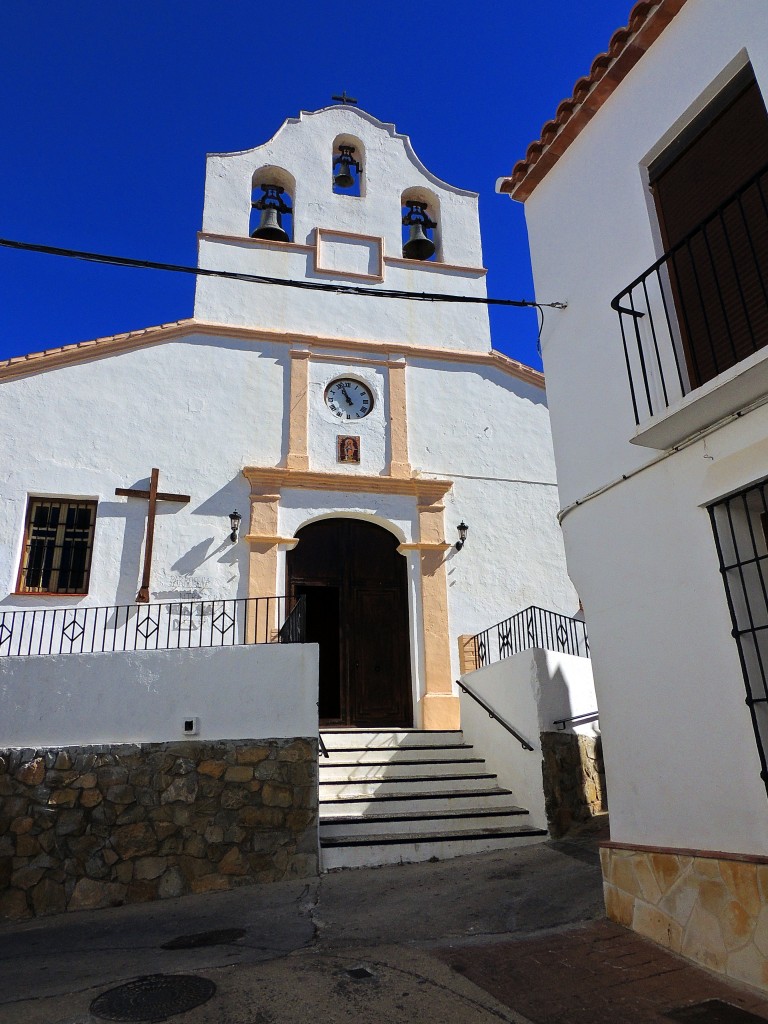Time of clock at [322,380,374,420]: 10:56
